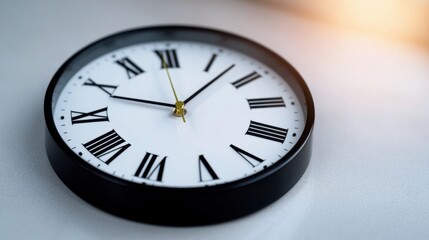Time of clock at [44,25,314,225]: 9:07
